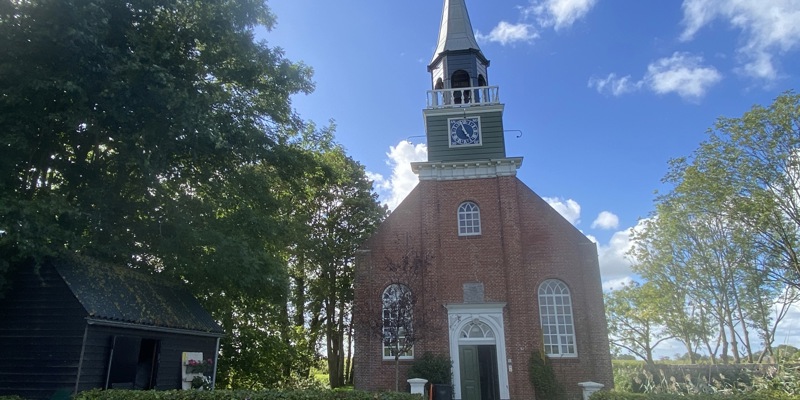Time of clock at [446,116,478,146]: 4:57
